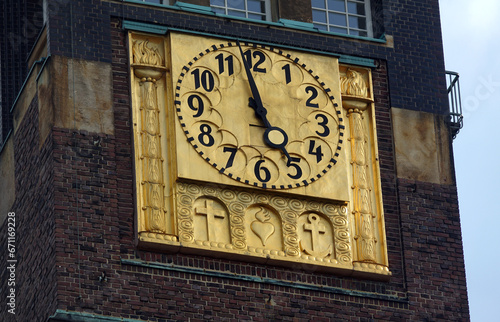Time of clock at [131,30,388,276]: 4:58
